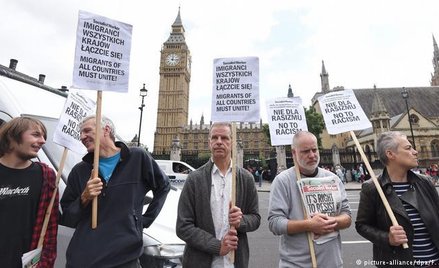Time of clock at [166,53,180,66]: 12:16
